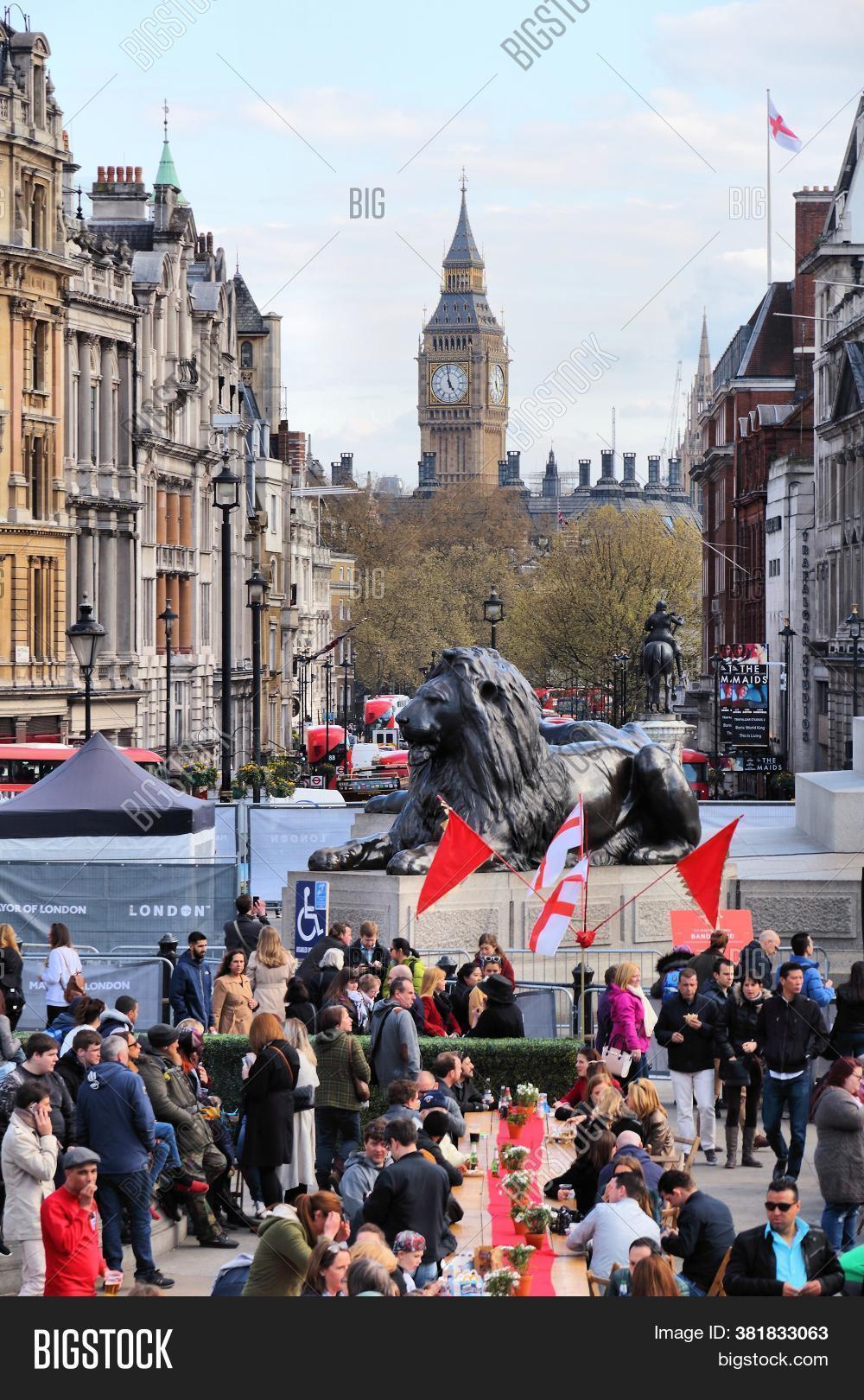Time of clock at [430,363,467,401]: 4:58
